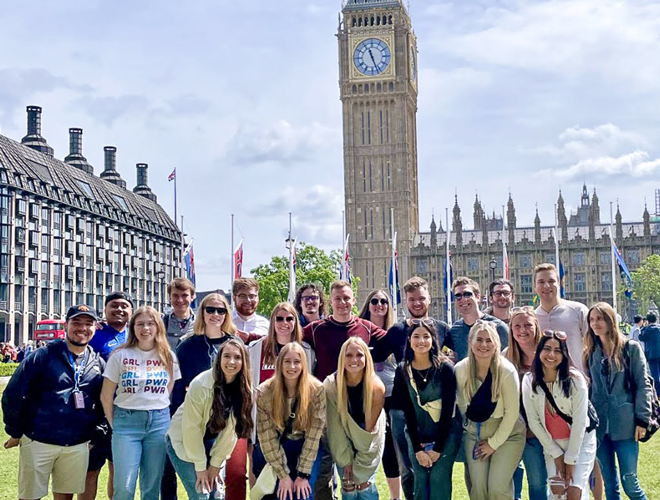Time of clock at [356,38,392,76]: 11:26
